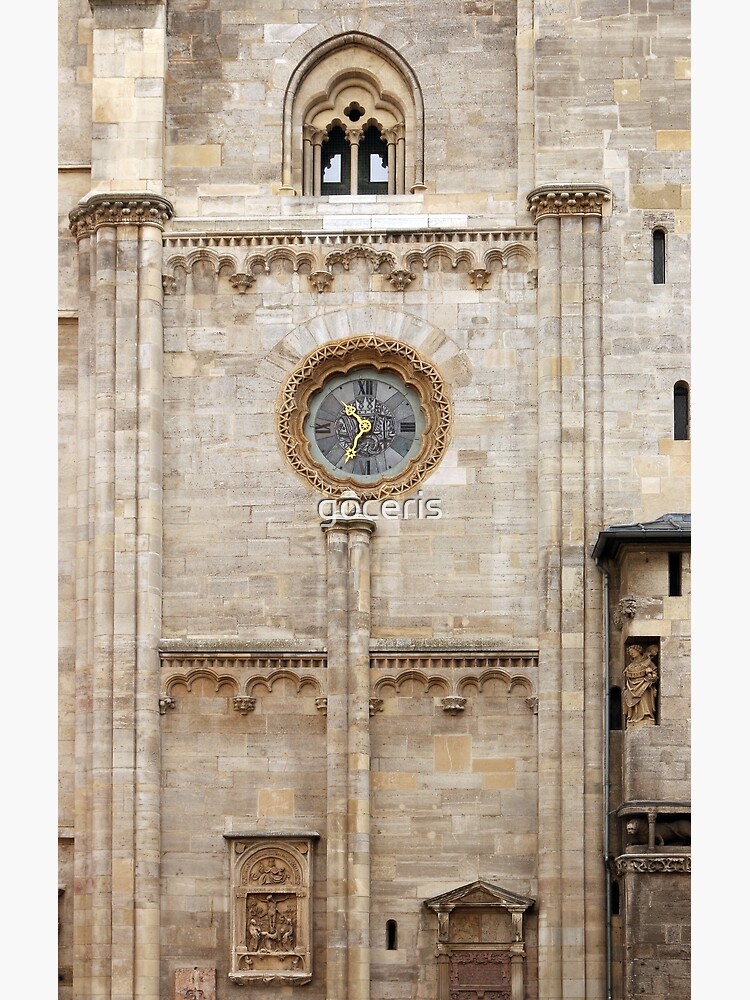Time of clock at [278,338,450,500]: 10:33
